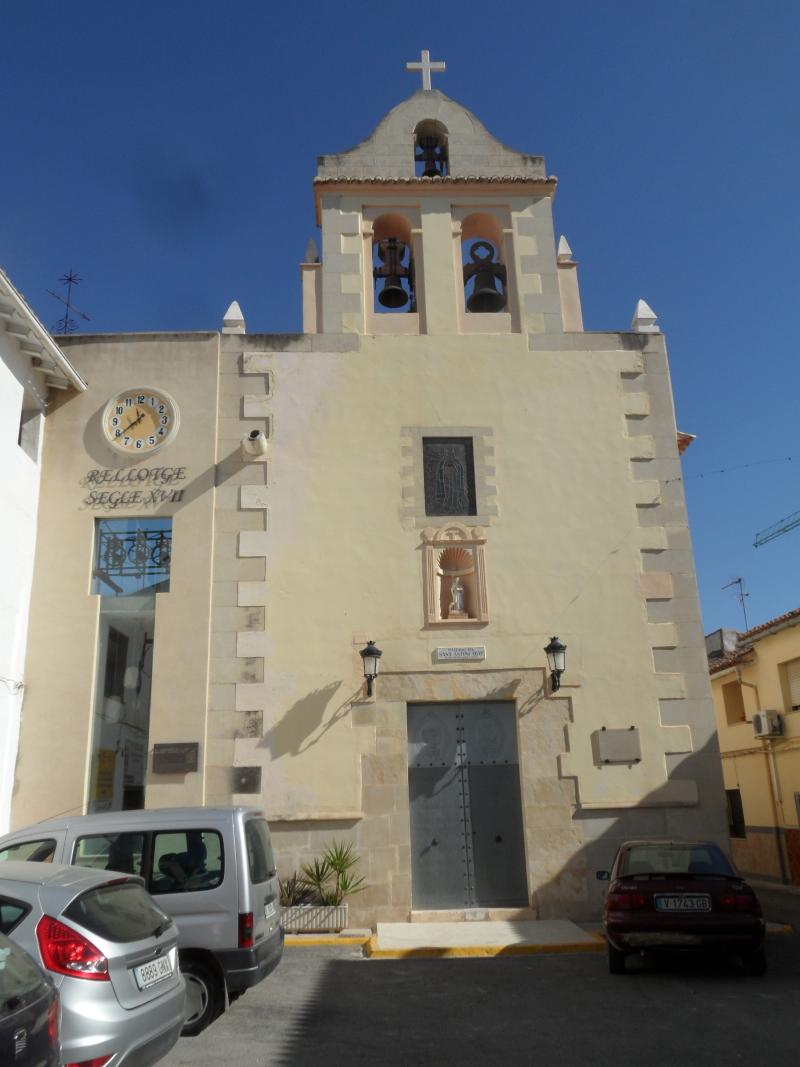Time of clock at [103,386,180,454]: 7:38
